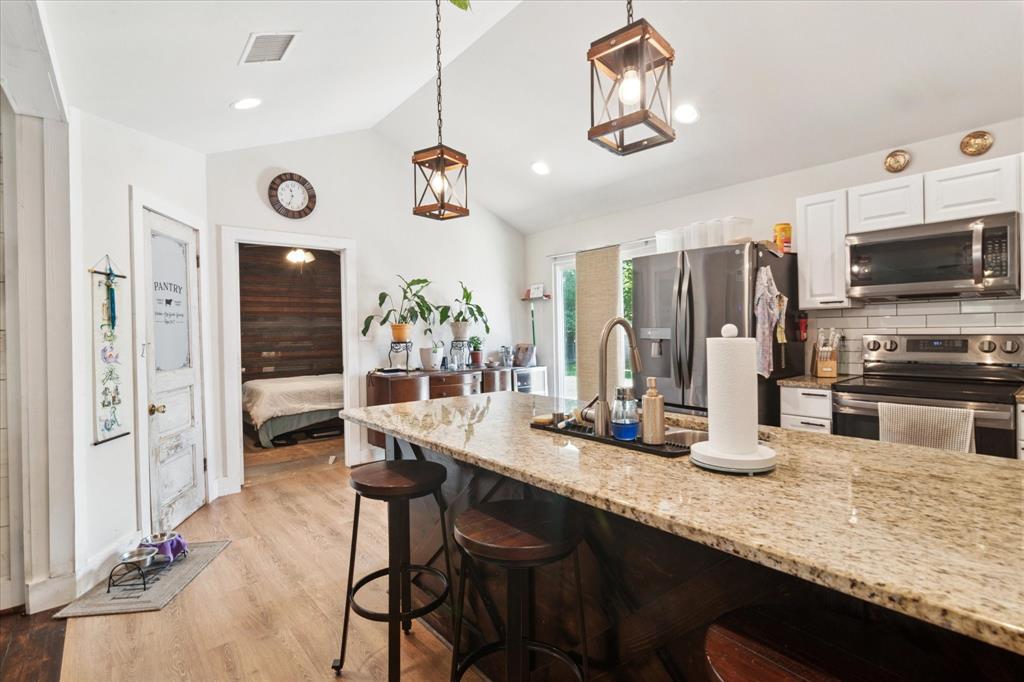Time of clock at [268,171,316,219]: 11:33
